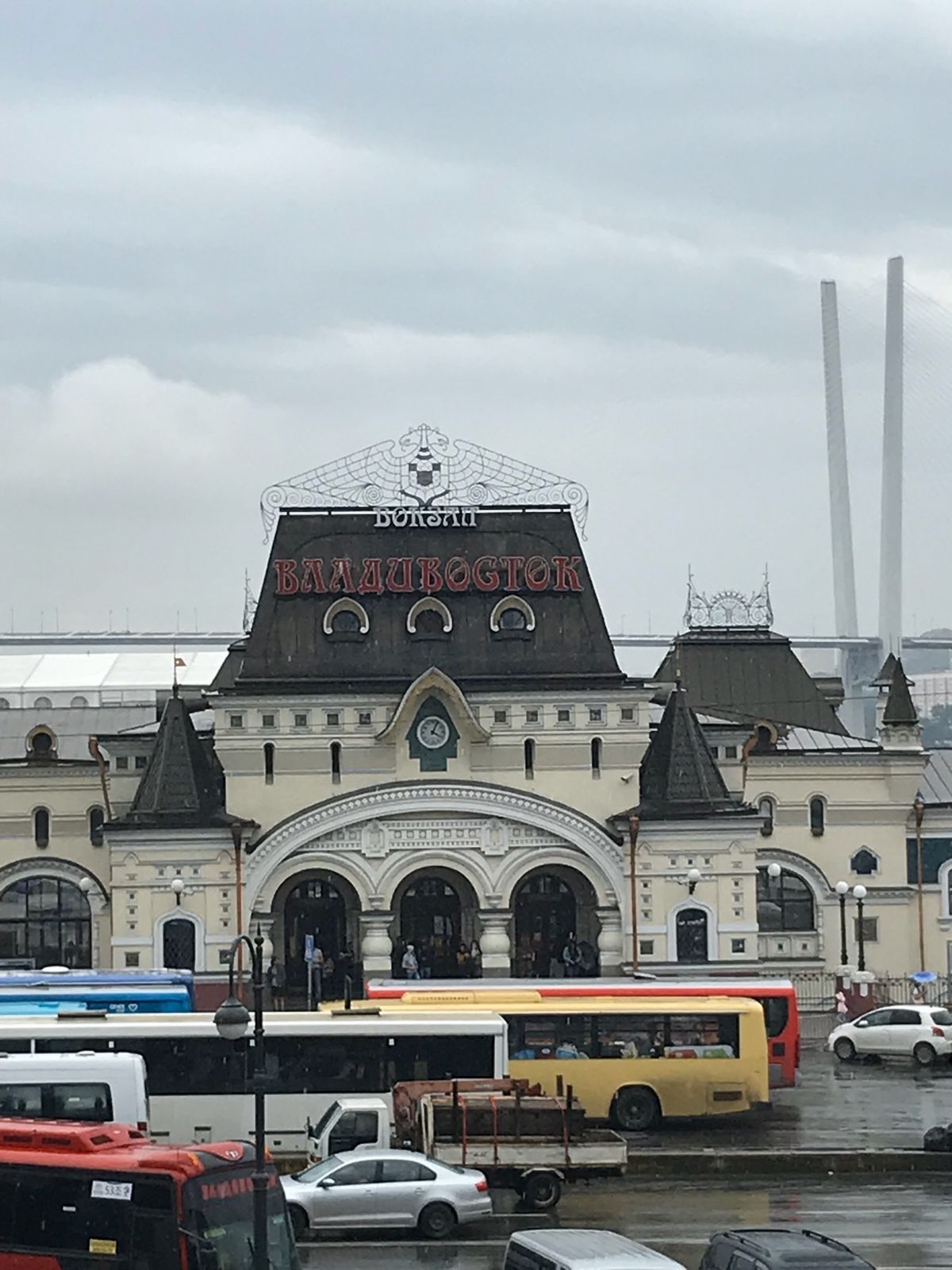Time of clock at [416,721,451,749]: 4:04
